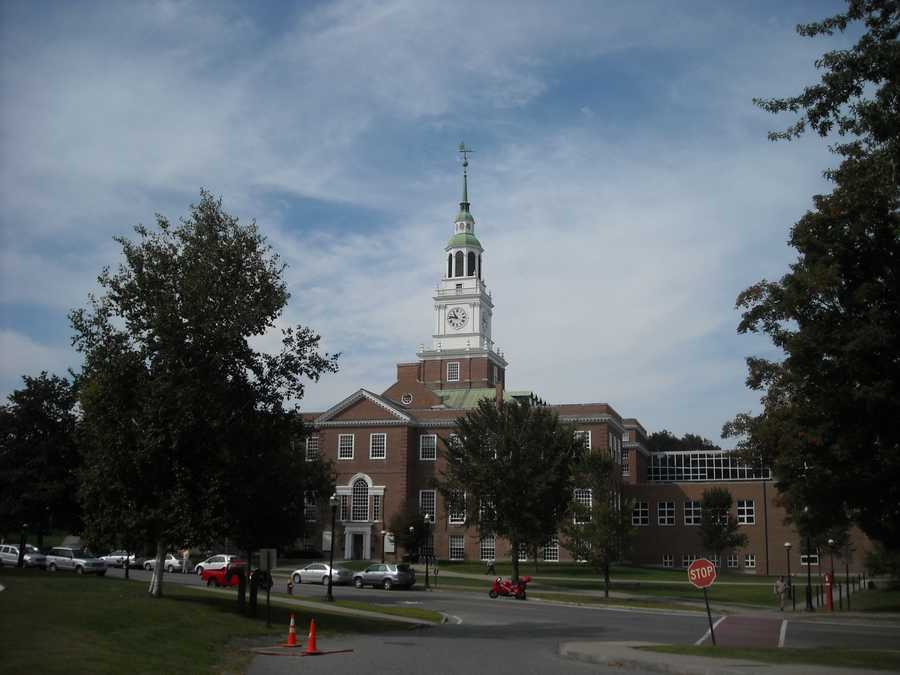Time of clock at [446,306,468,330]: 10:45
